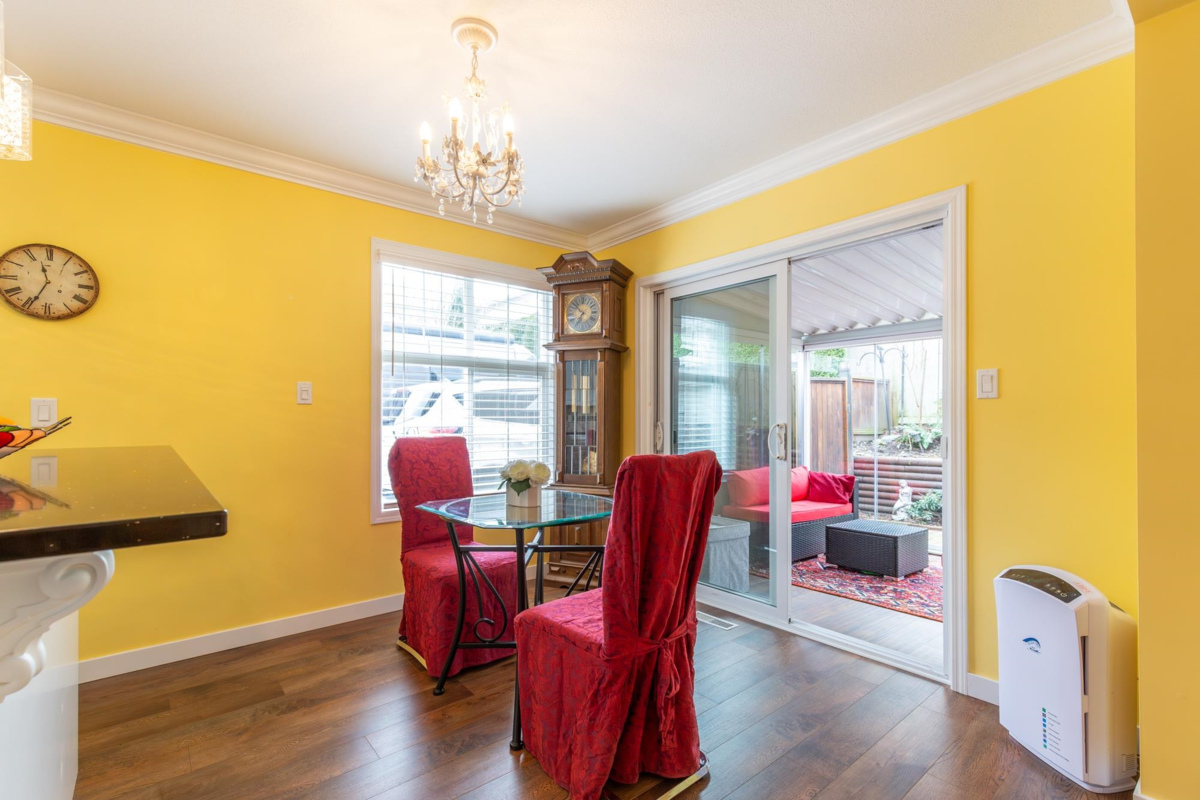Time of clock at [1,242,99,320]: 11:34
